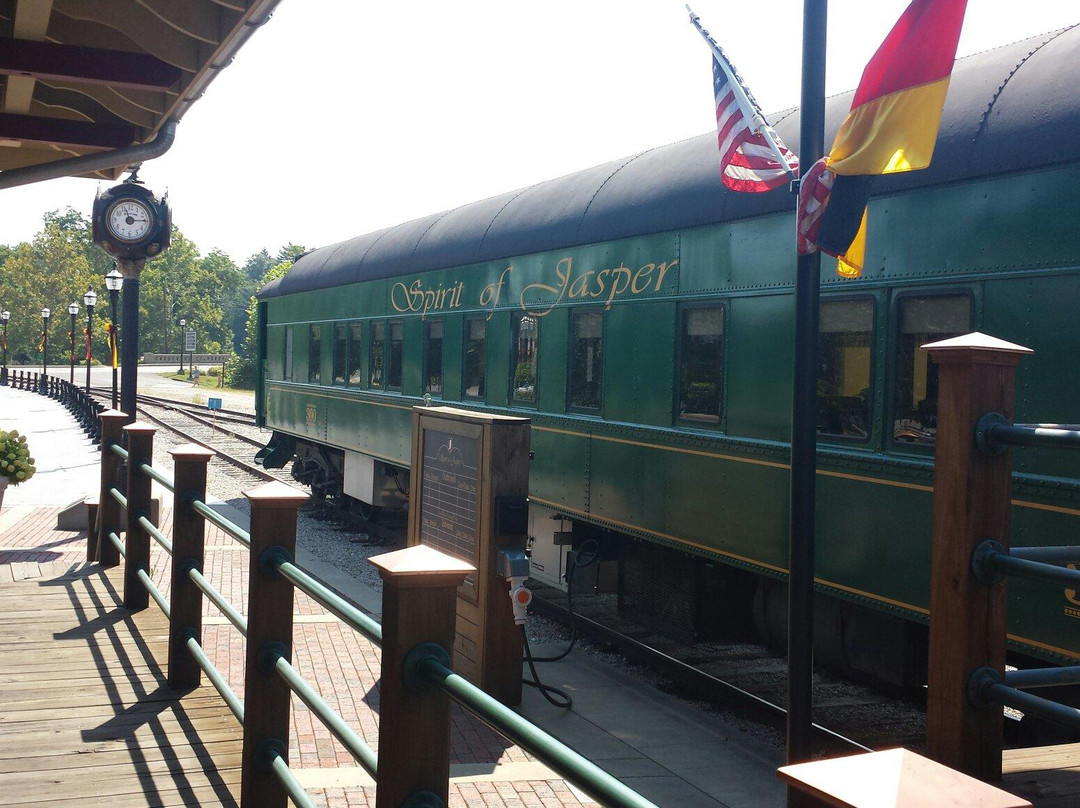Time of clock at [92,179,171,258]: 11:14
